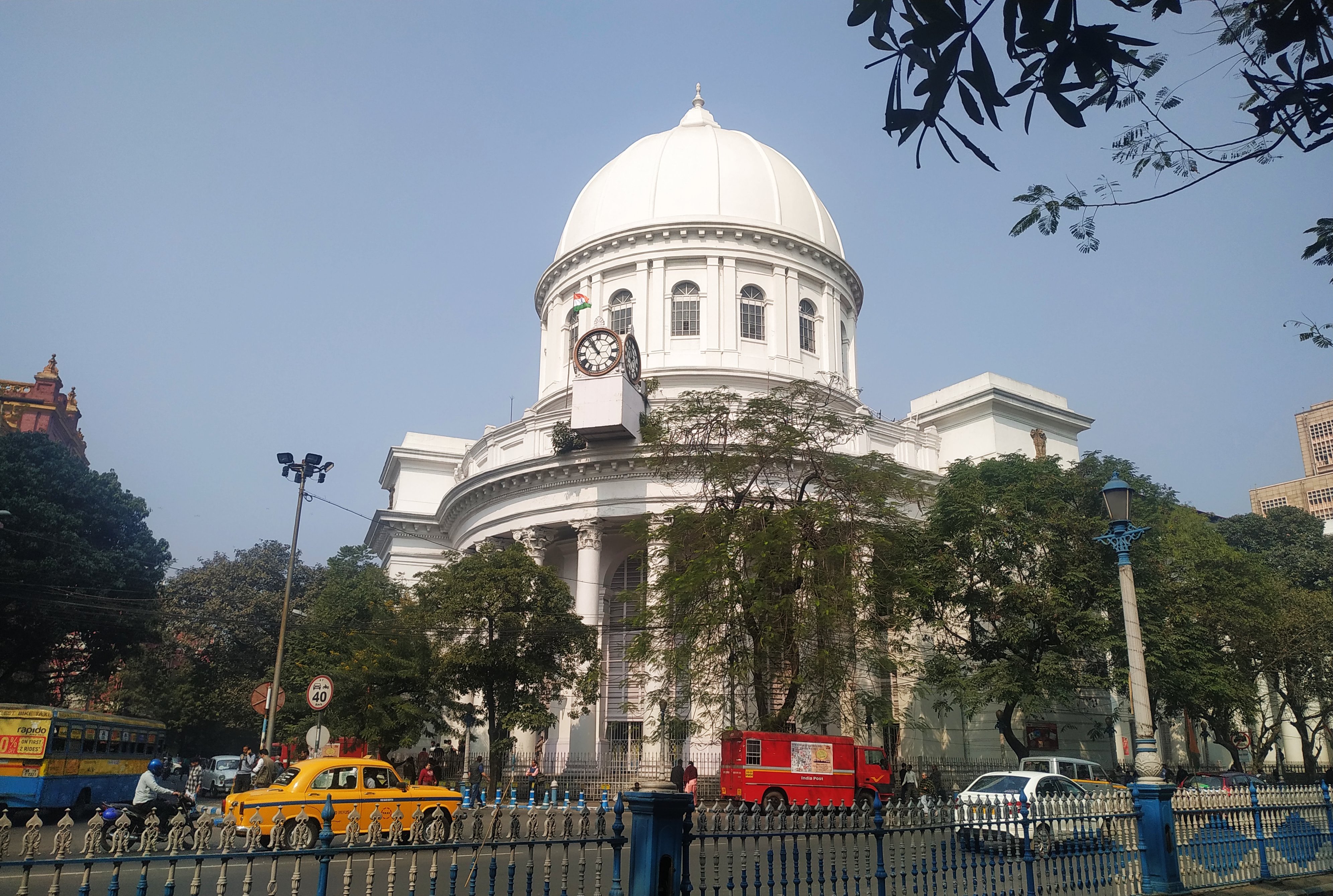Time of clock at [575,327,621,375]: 10:53
